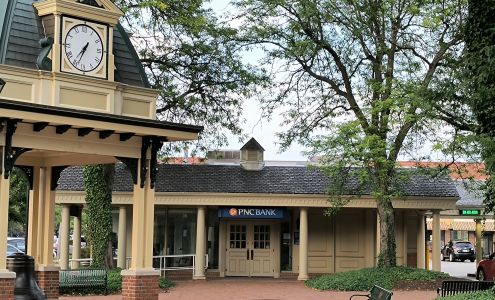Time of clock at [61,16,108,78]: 7:34
